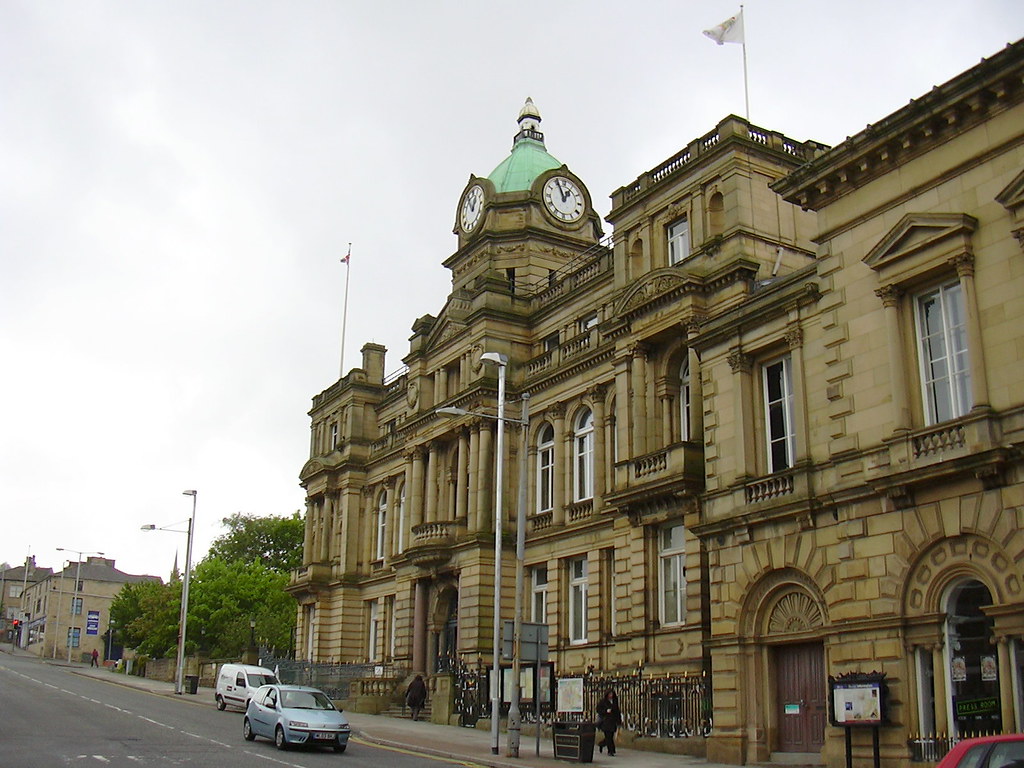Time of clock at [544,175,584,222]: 12:56
